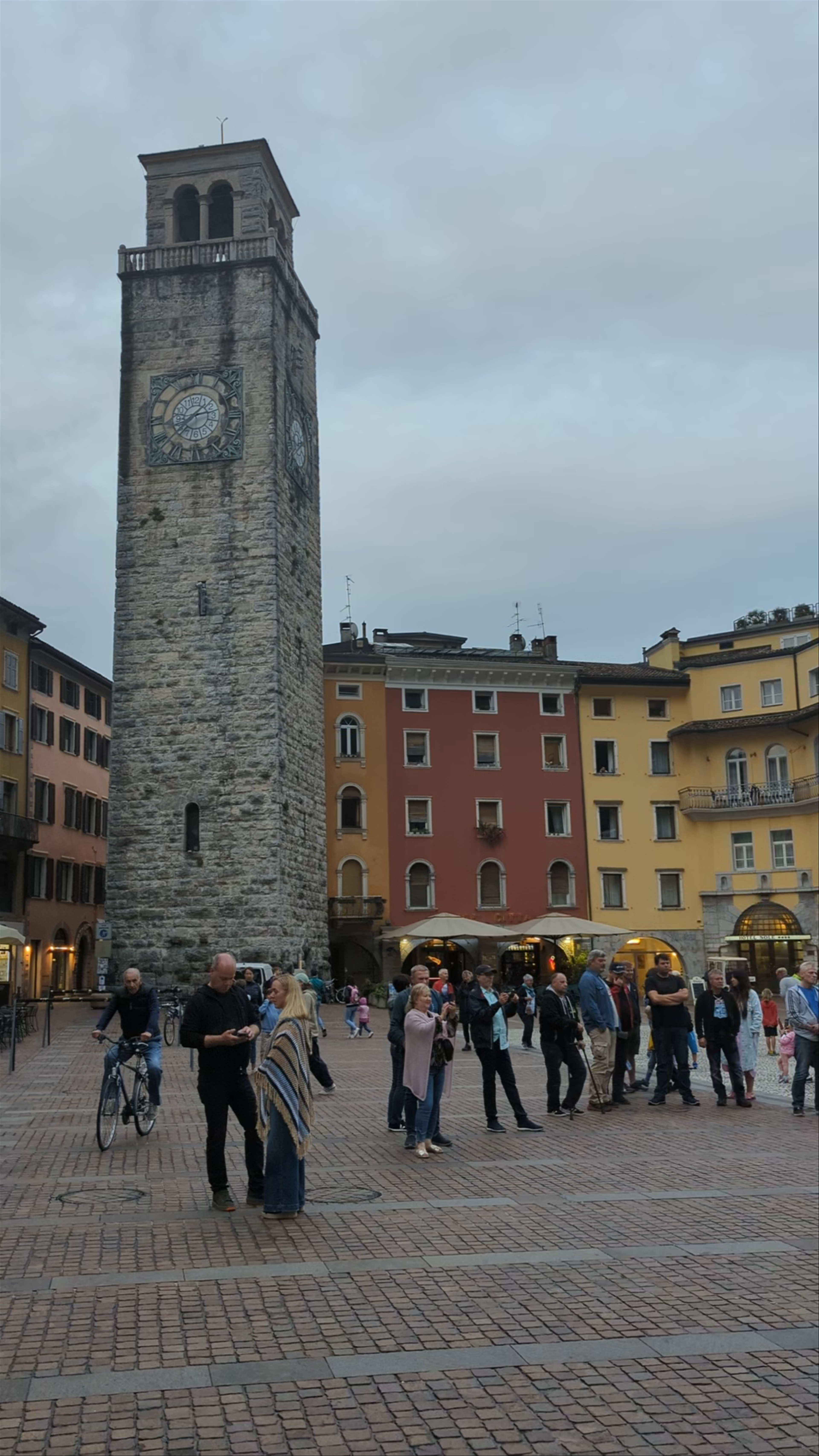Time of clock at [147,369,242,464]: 2:38
